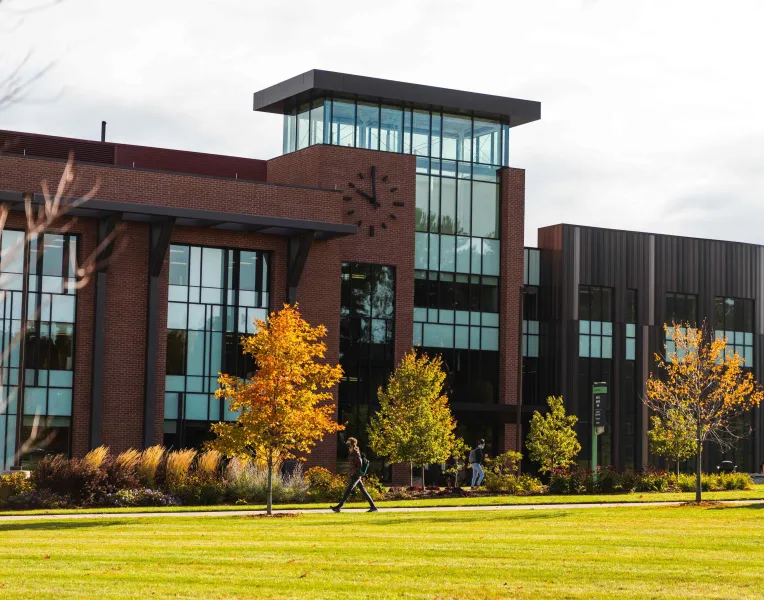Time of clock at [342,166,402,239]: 9:59
